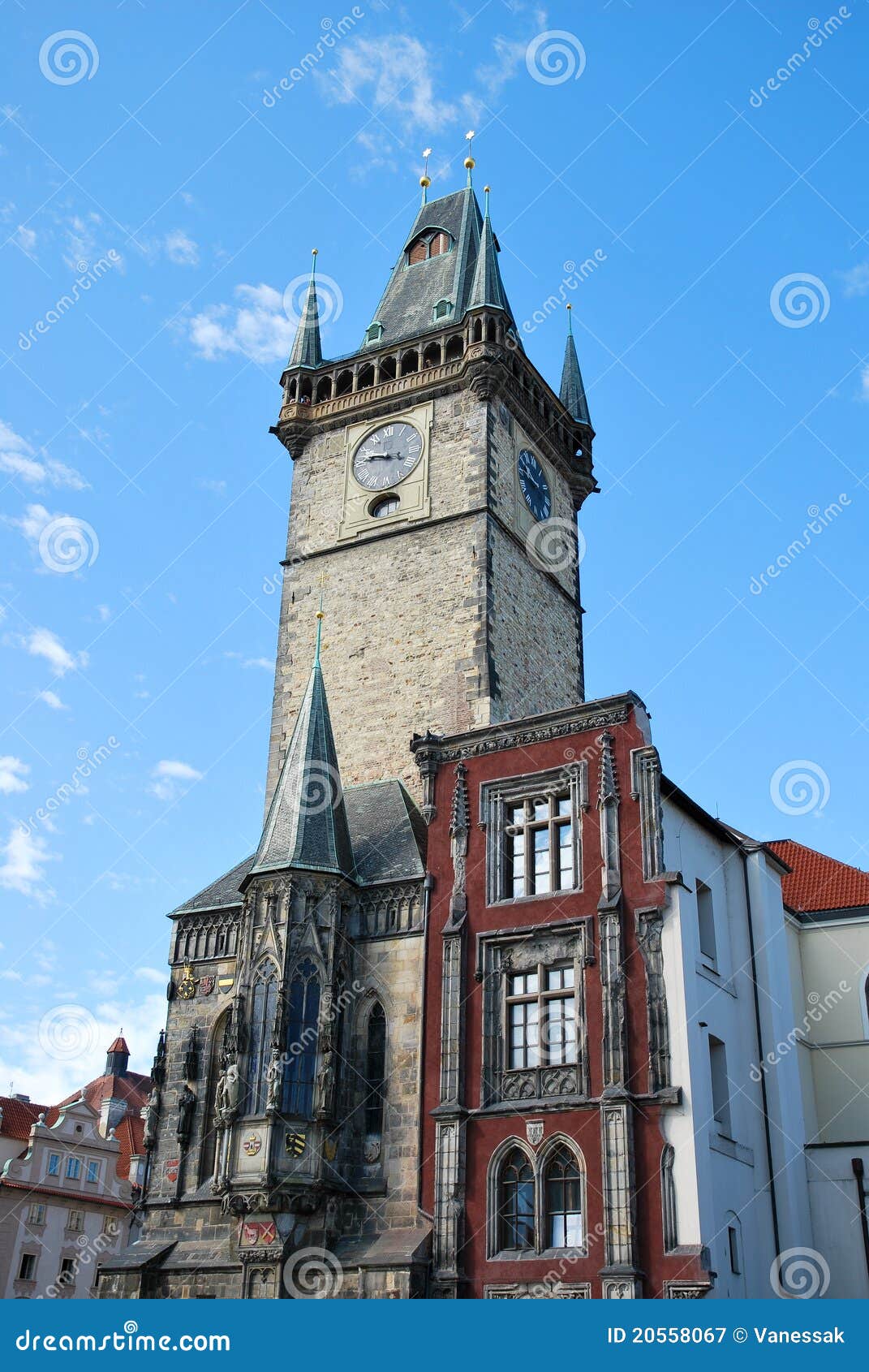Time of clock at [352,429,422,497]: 9:46
